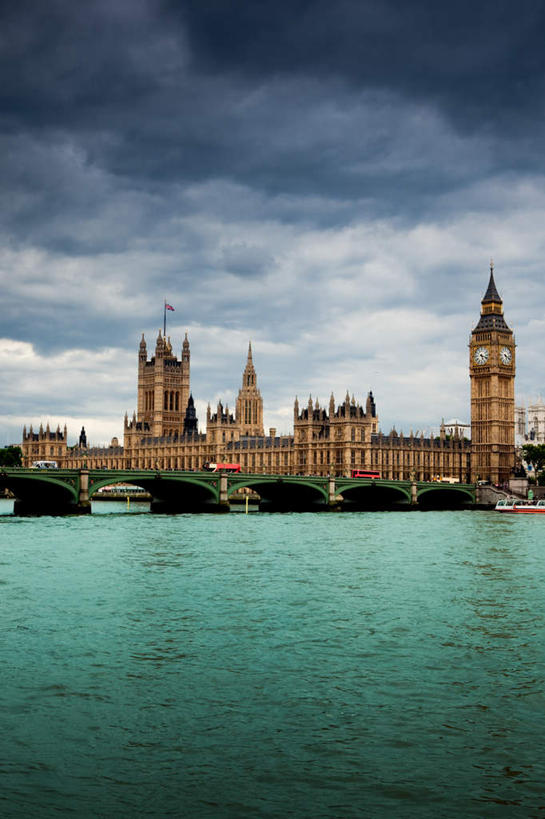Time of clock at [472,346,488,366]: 5:18
